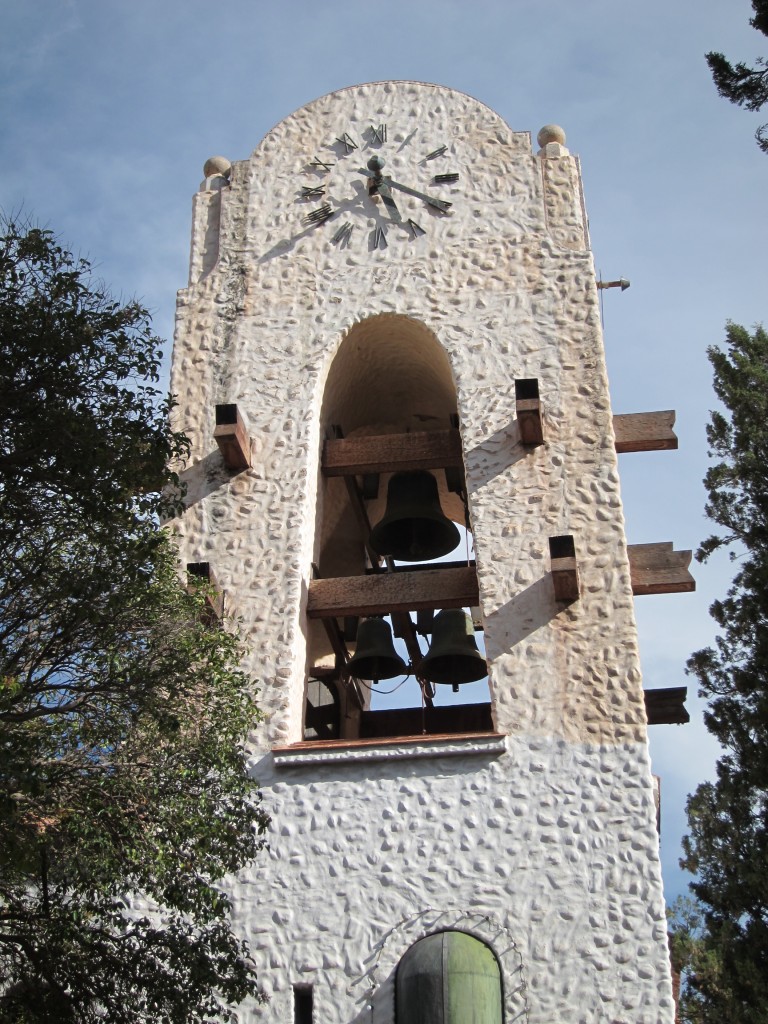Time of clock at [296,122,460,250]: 5:18
